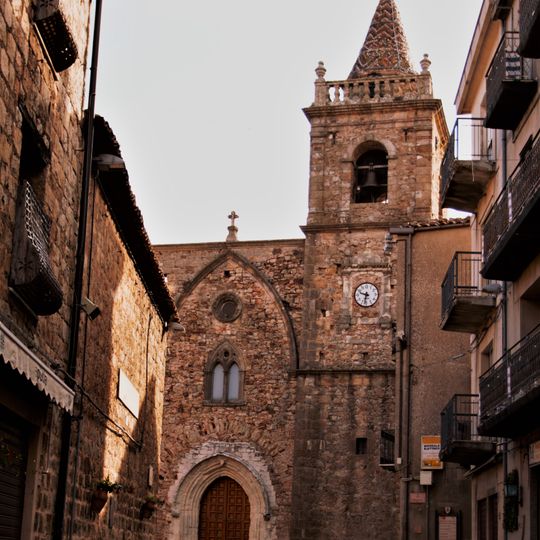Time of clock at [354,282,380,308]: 9:32
